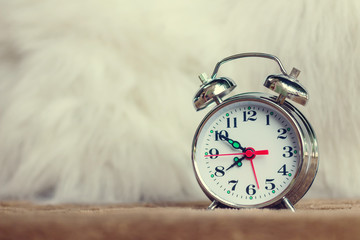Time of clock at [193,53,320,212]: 7:50
